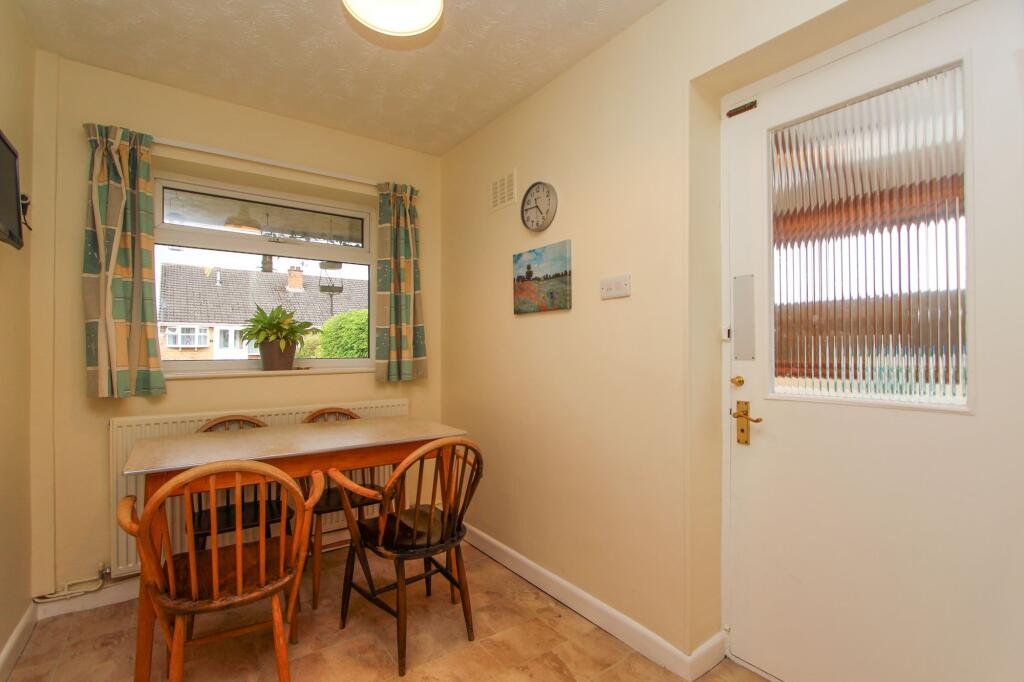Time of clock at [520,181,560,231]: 4:45
